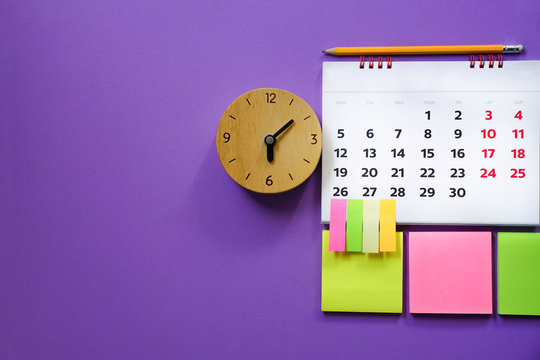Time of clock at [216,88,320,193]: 6:08
